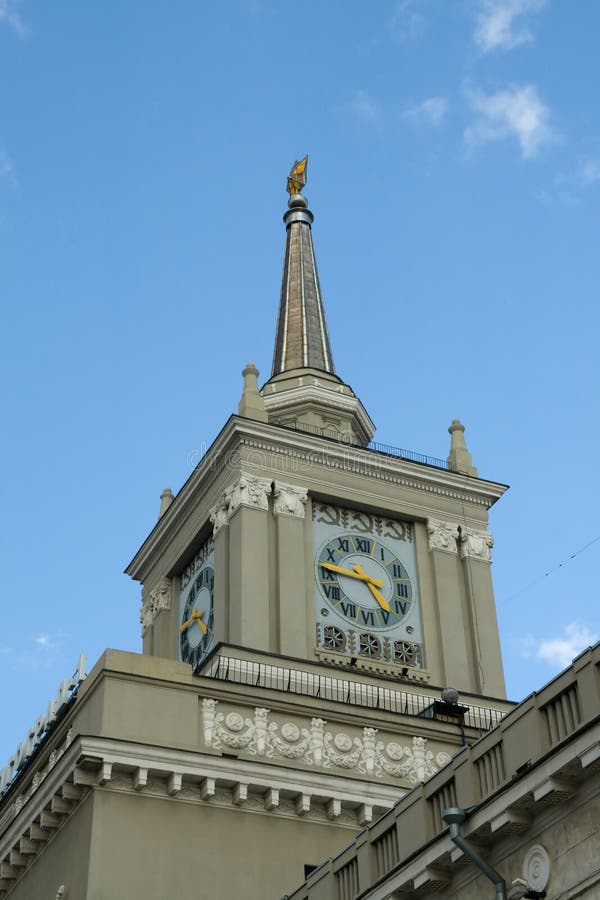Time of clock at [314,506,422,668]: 4:45
